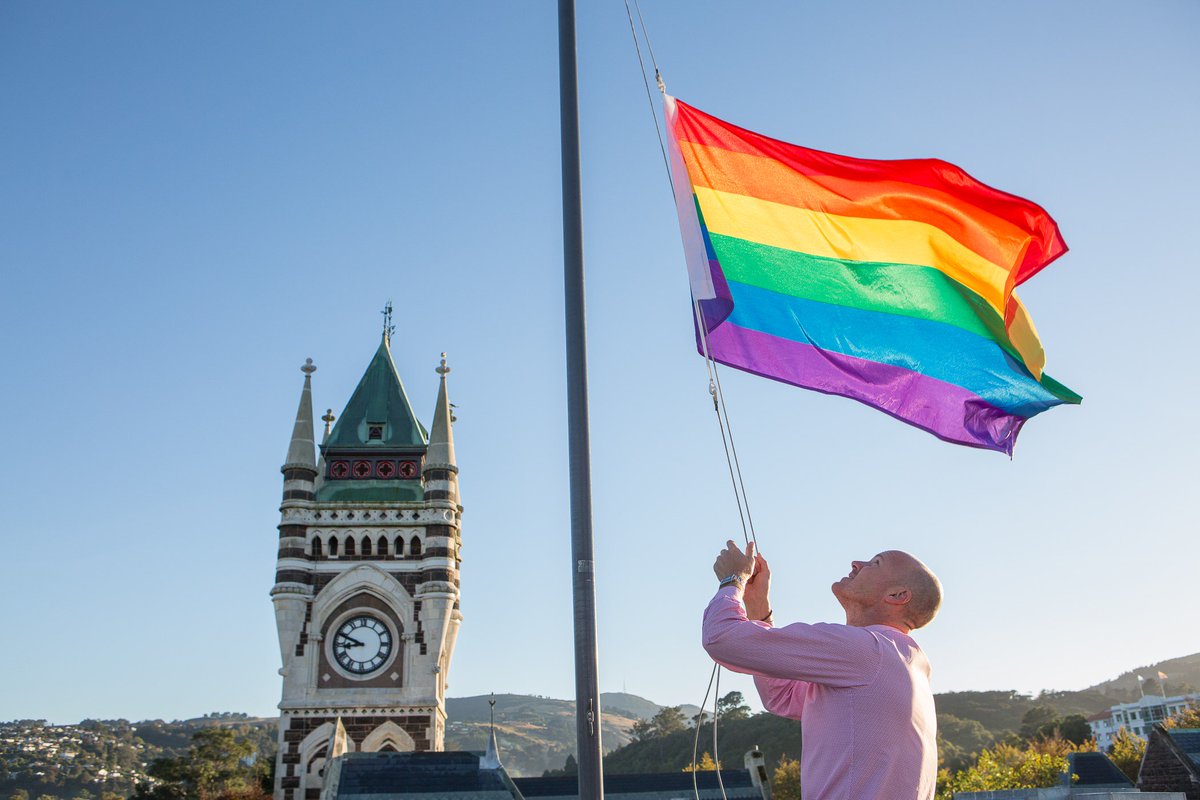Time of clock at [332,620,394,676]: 8:48
